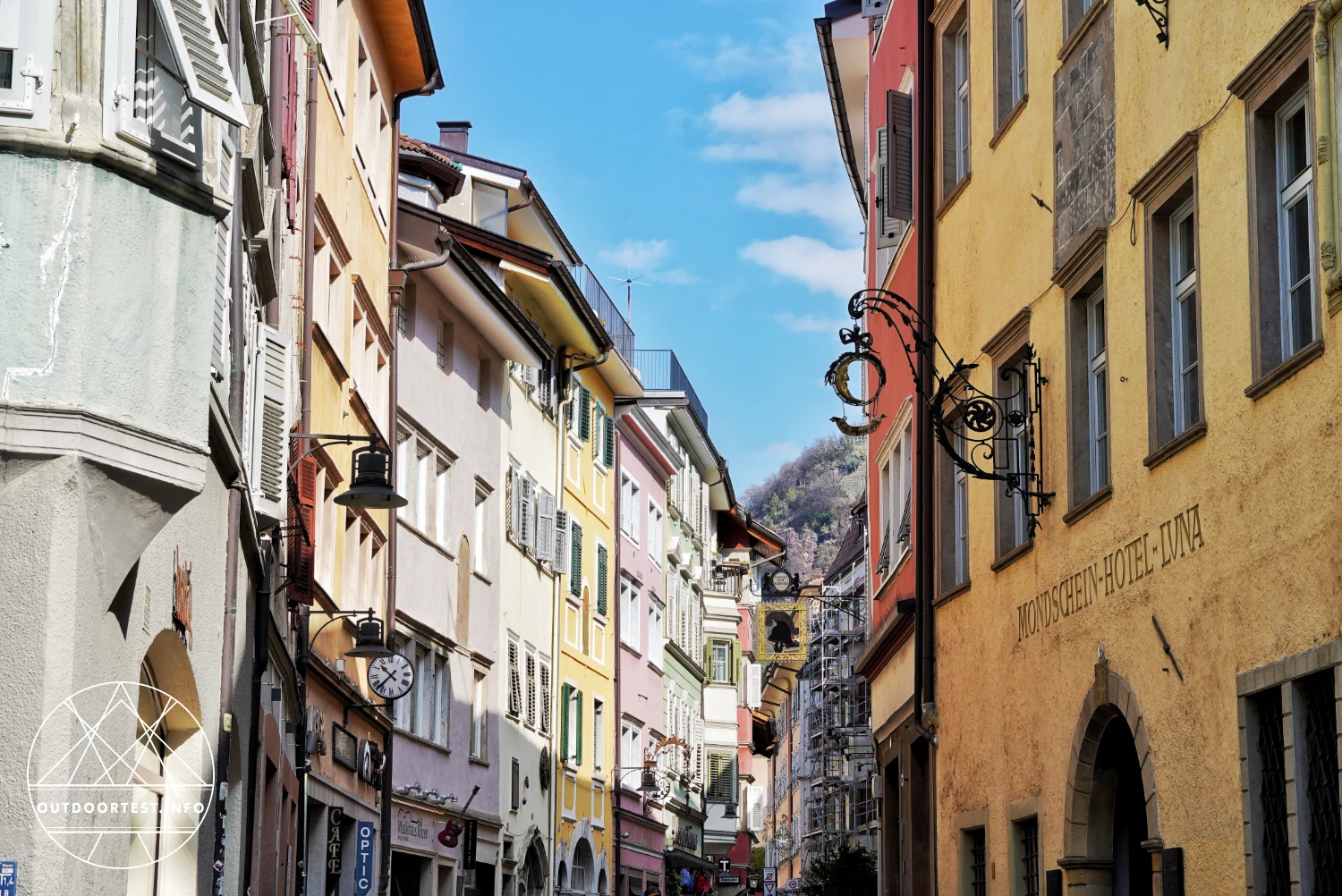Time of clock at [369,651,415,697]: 10:37
